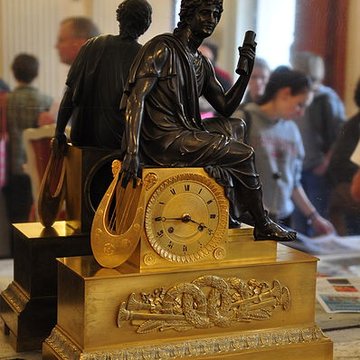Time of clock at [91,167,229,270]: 3:44
